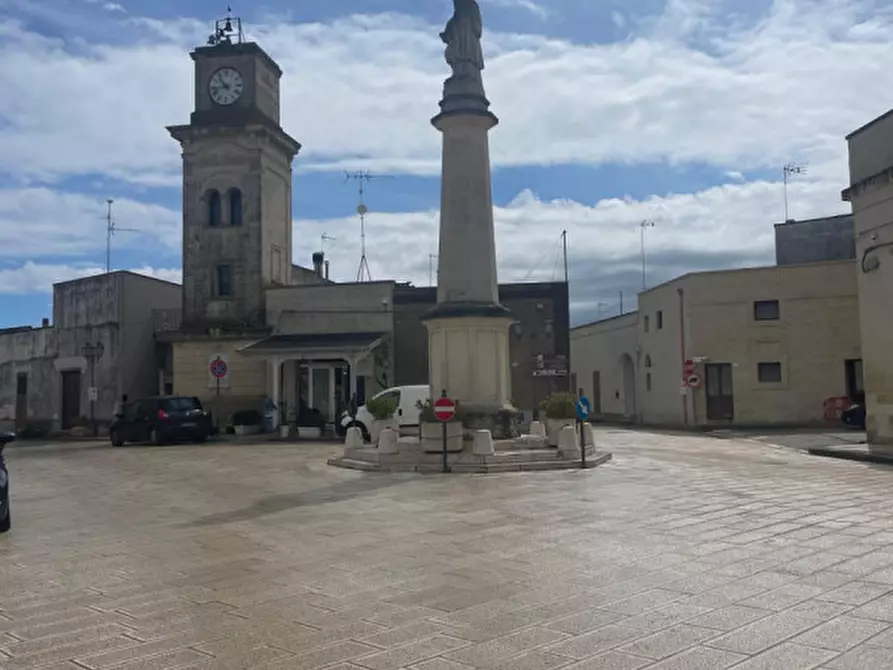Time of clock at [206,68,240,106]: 10:43
